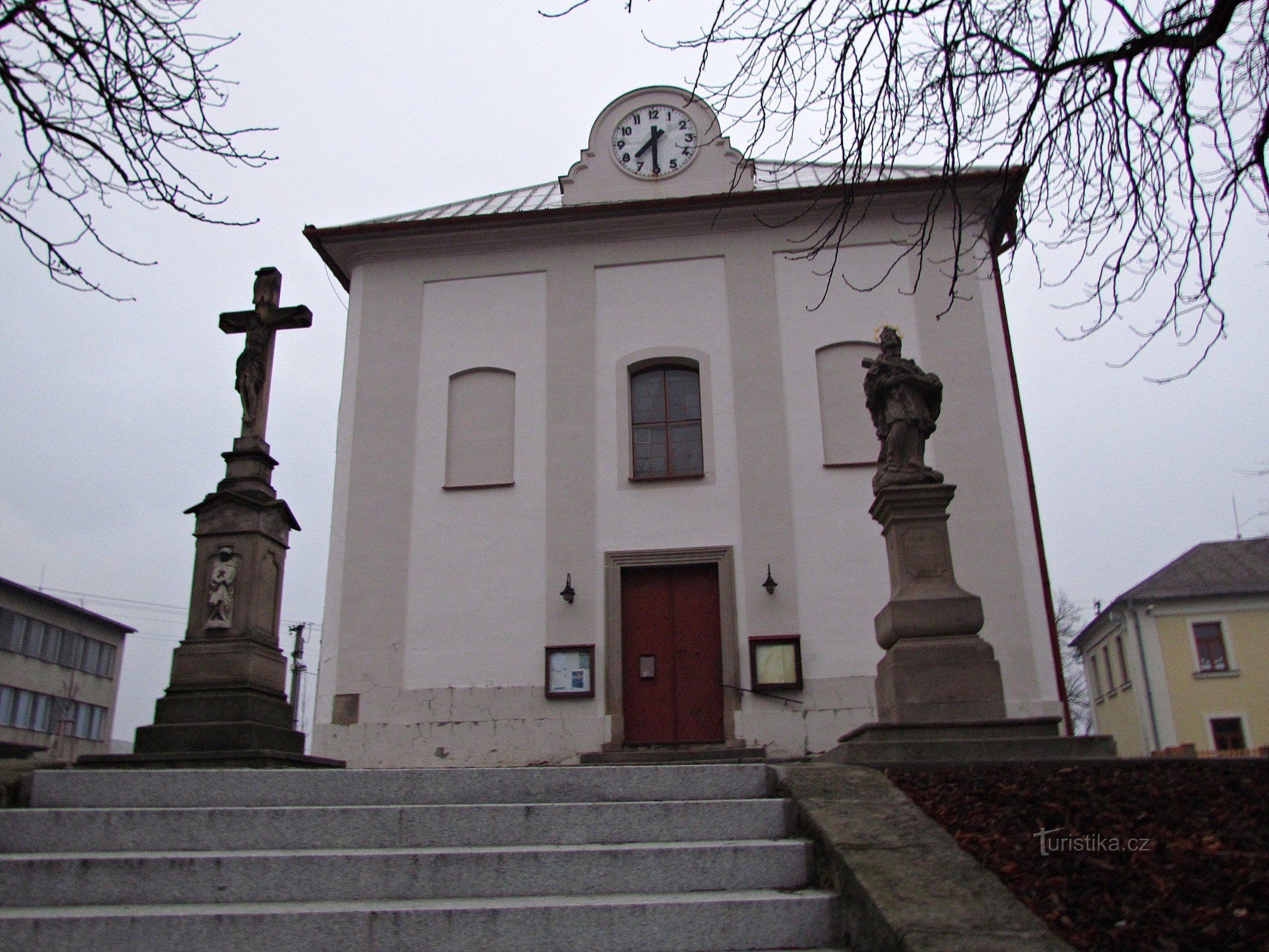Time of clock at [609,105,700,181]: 7:30
